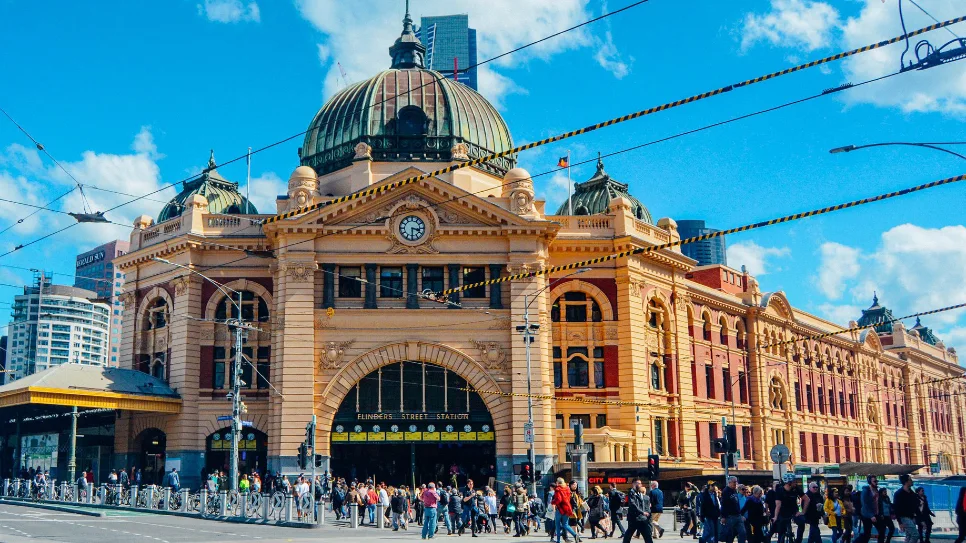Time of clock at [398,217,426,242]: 3:30
